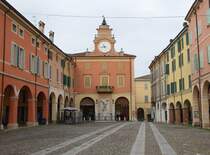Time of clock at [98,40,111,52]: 8:26
